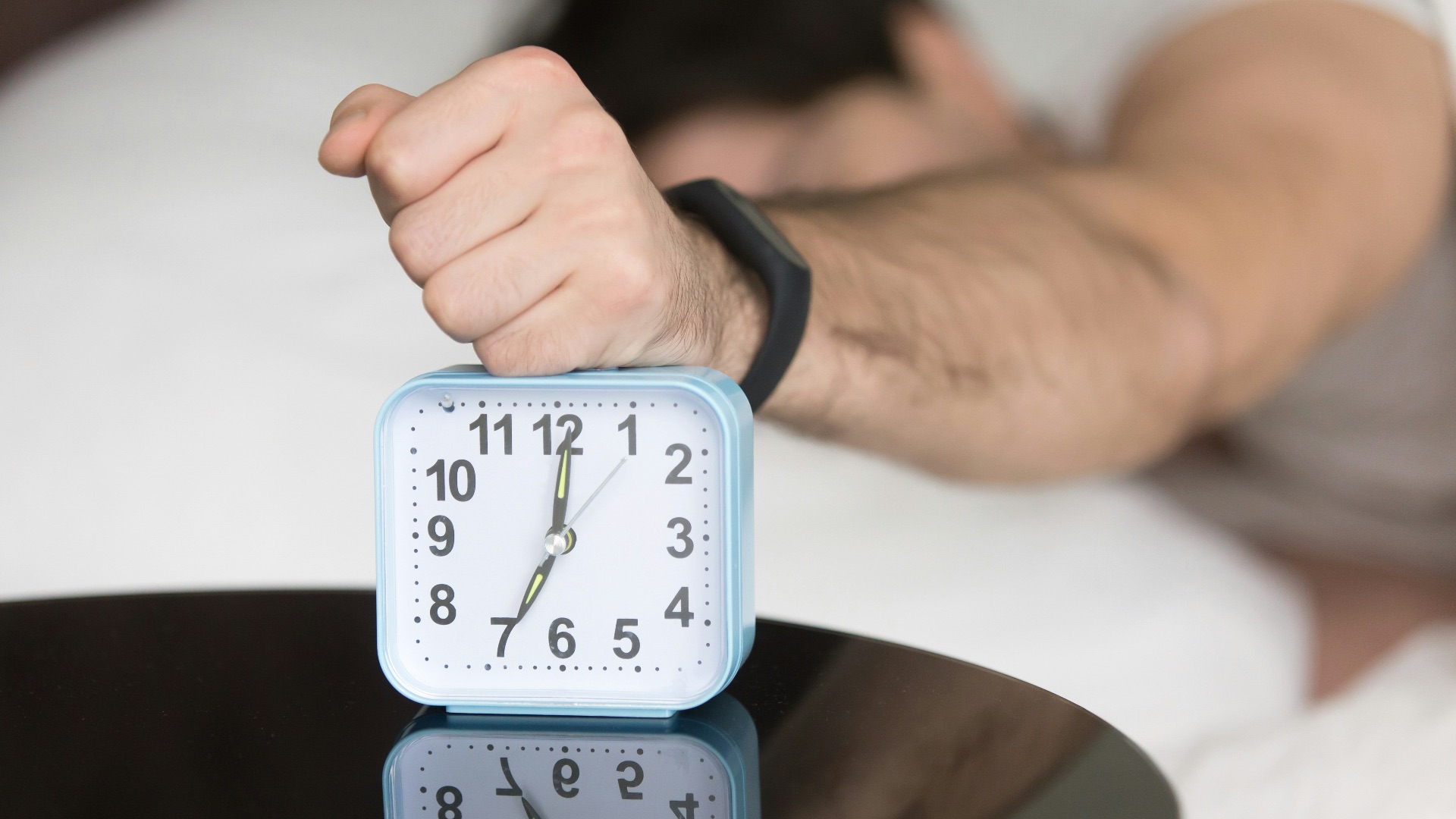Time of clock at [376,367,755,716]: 7:00
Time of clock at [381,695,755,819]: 12:34
